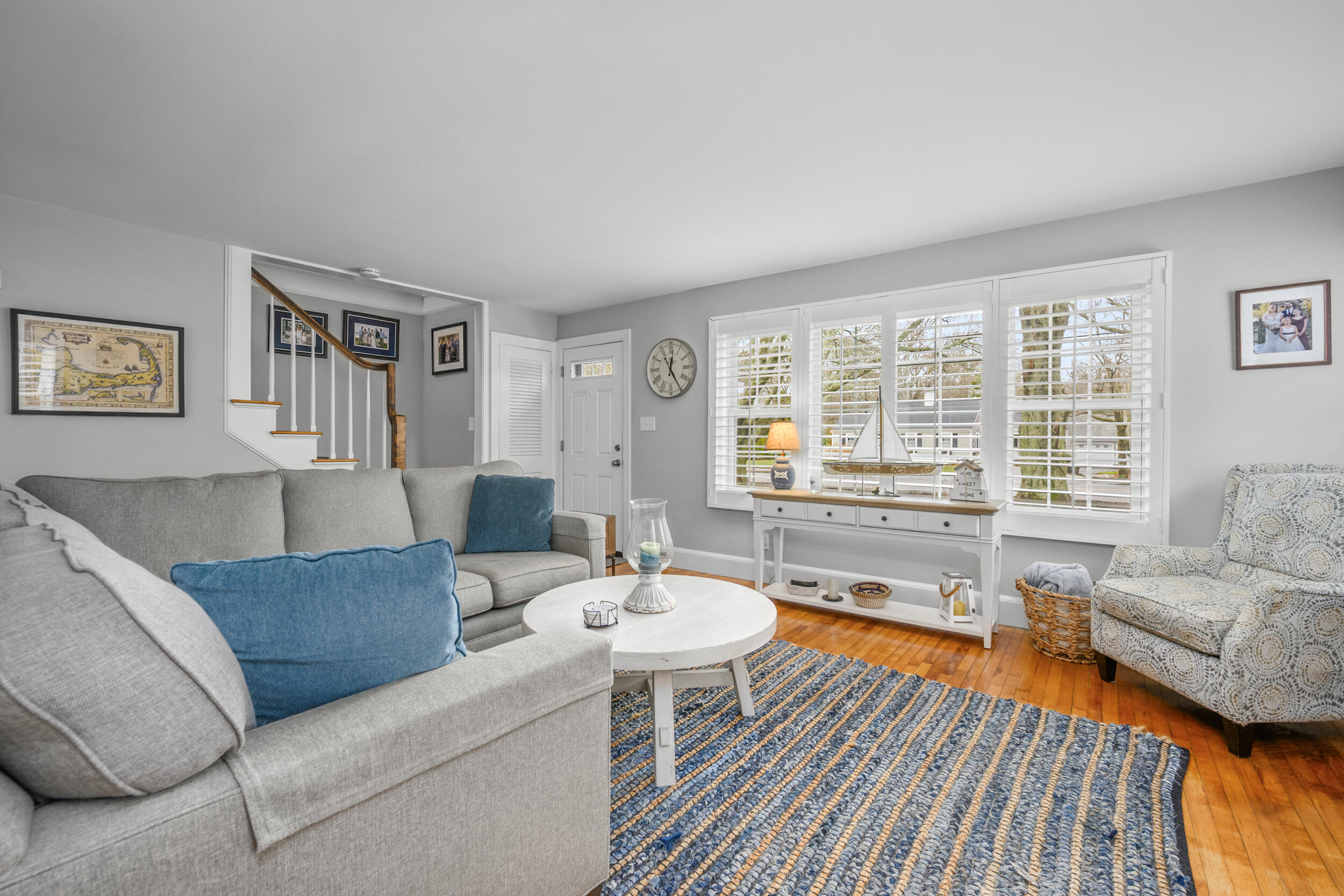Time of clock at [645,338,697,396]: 12:24
